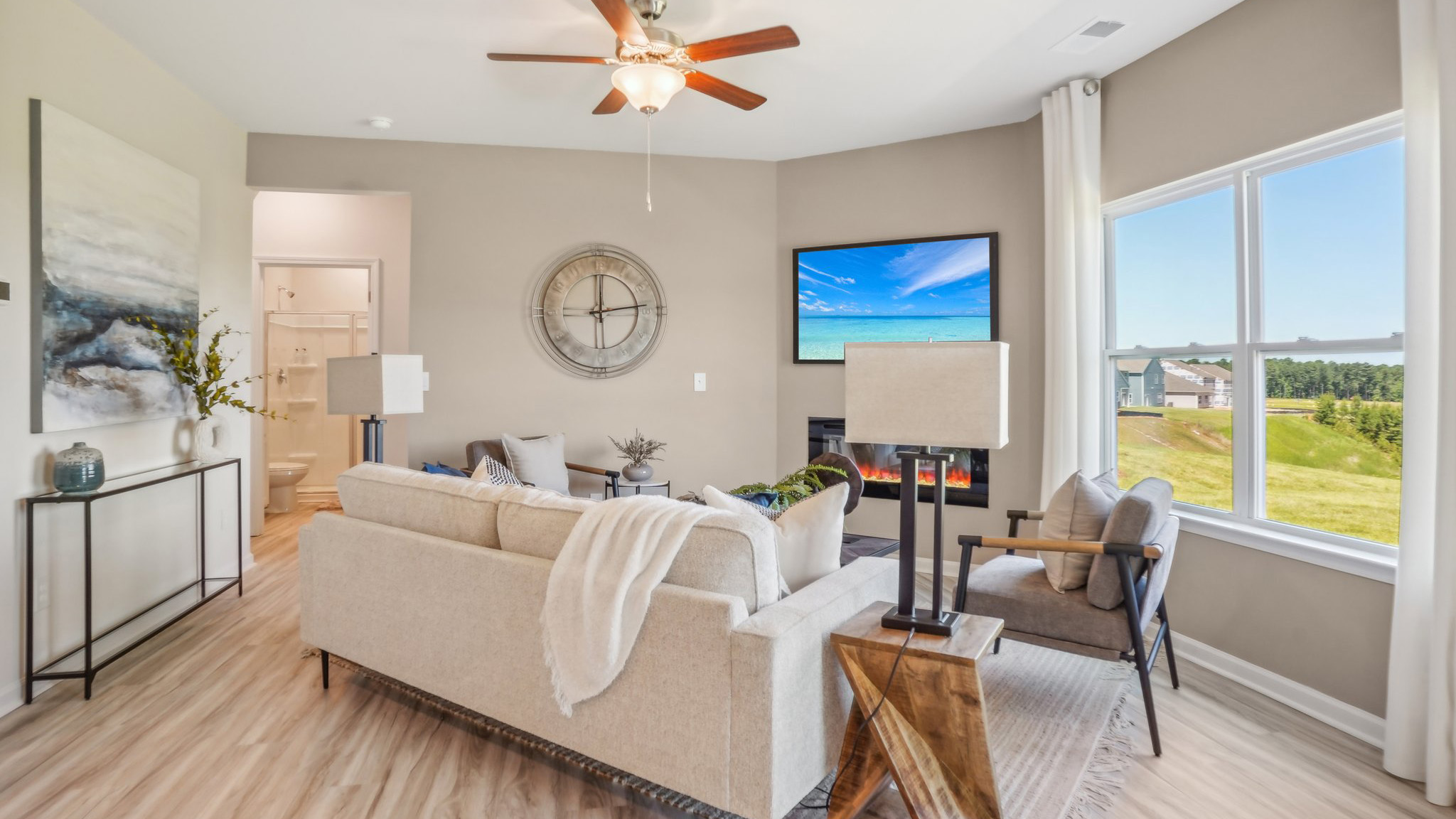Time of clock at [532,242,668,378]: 12:13
